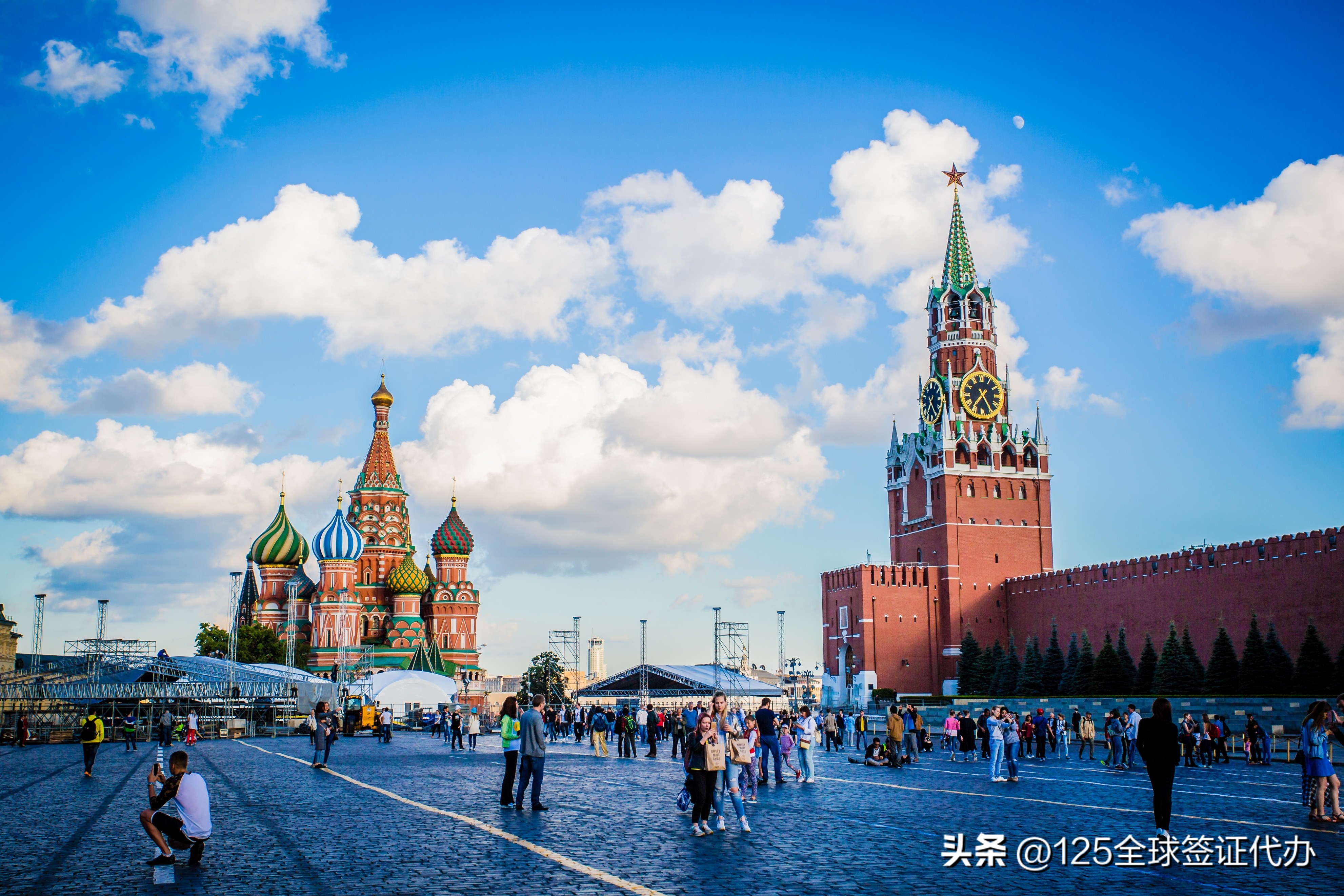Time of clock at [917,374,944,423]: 7:25
